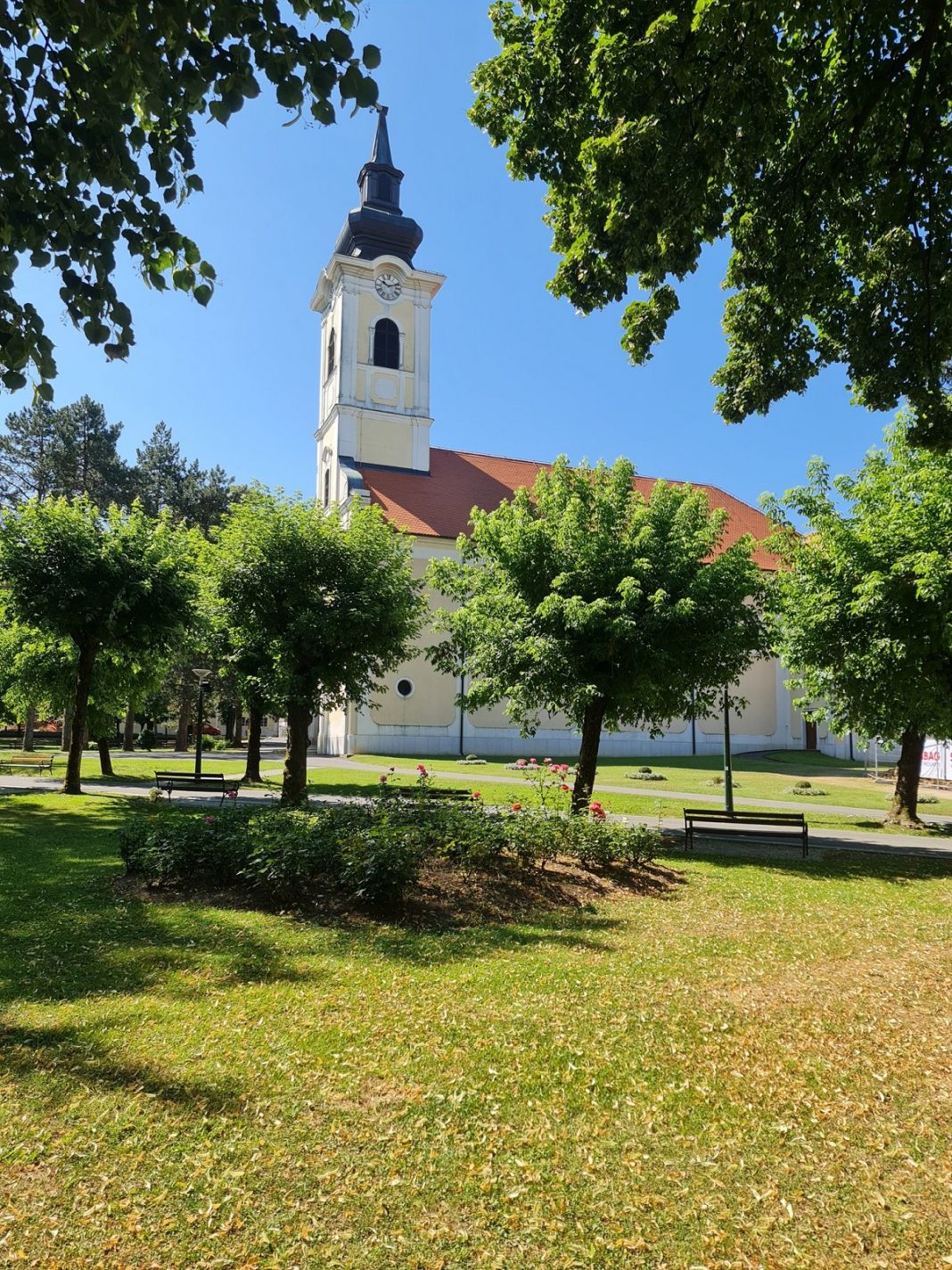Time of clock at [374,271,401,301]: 10:12
